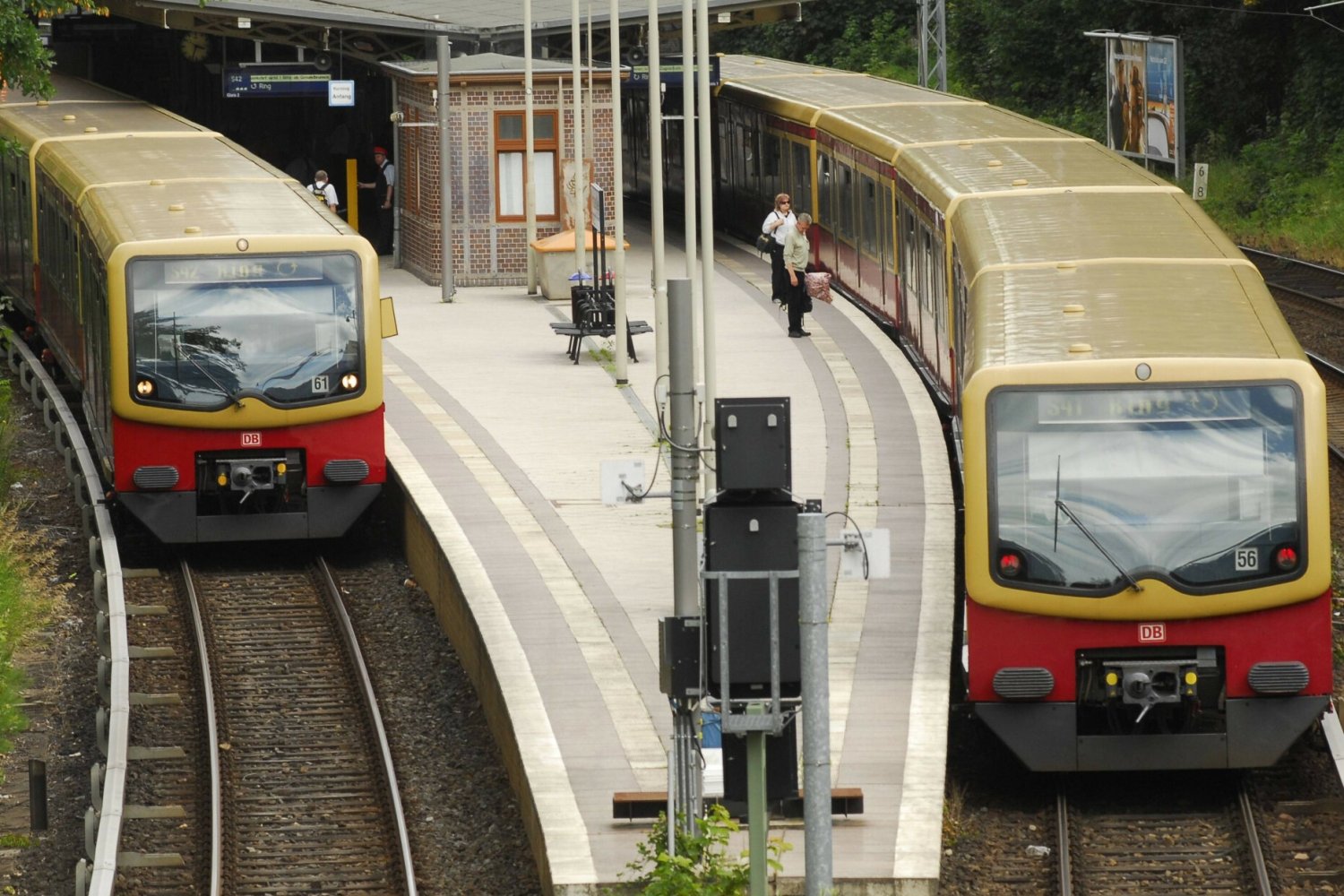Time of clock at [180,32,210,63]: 3:33
